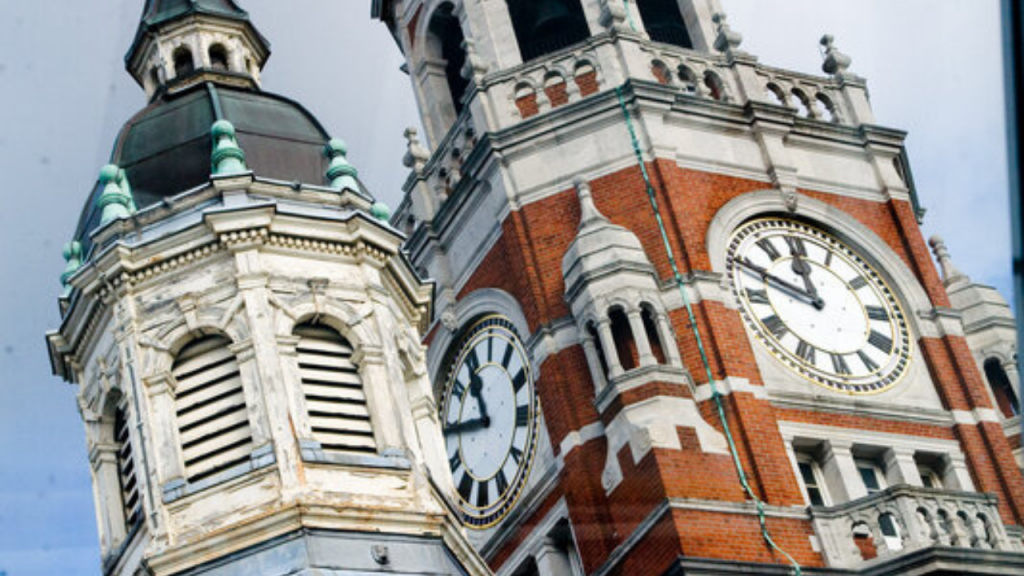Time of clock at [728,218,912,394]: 11:48
